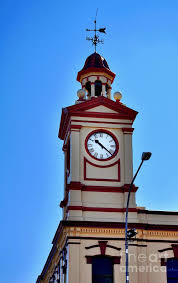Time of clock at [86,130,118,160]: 10:21
